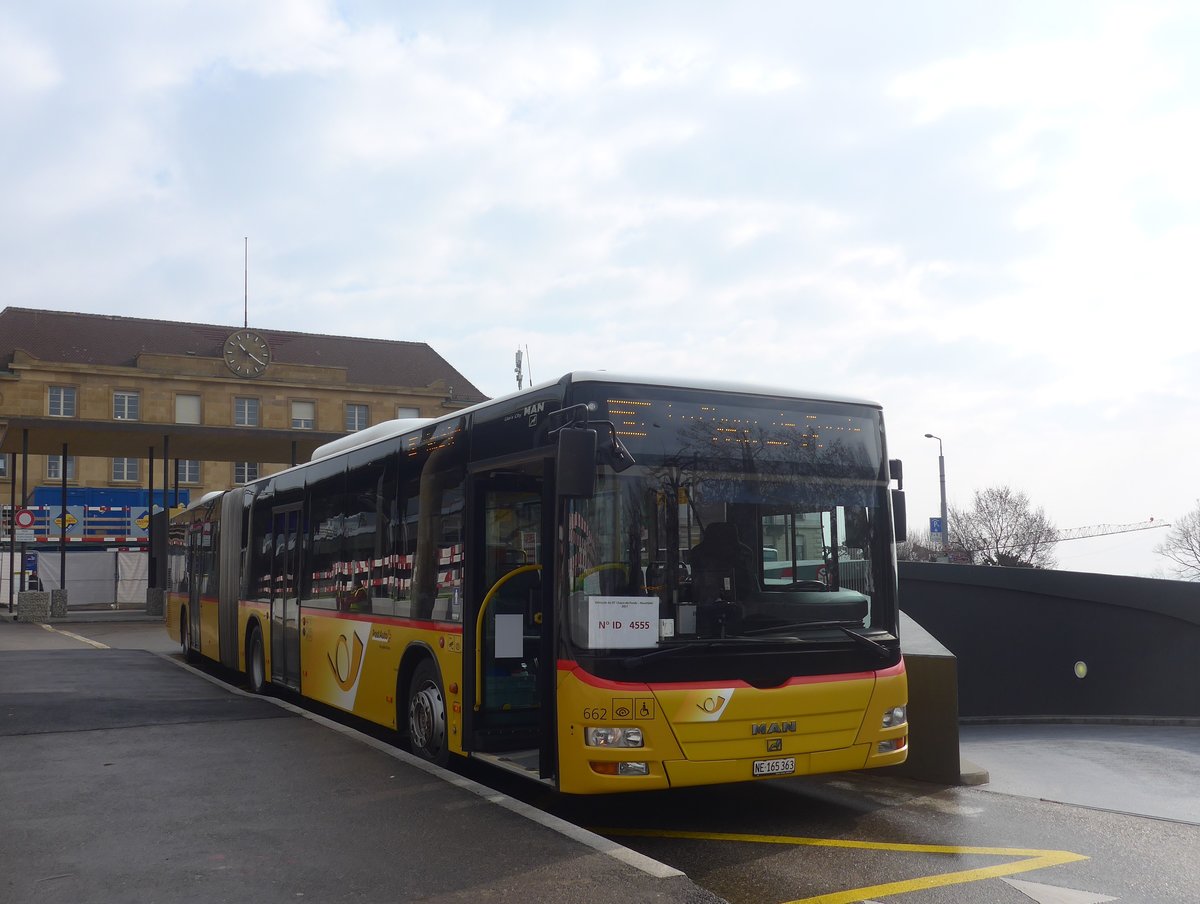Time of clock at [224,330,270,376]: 10:20
